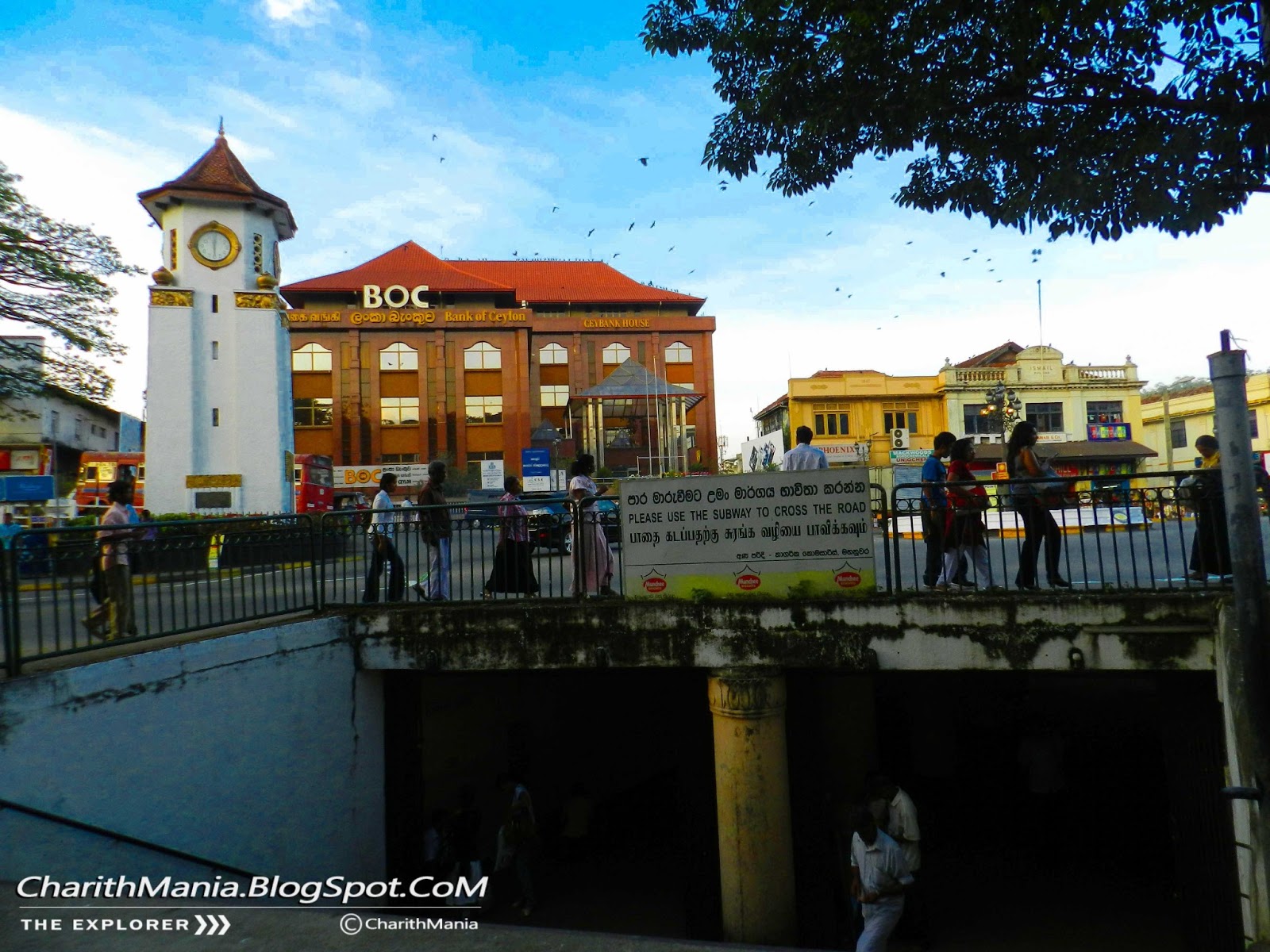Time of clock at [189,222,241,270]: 6:00
